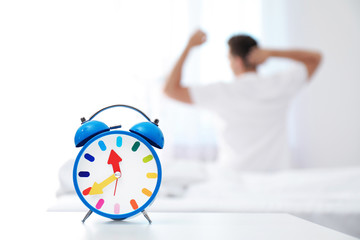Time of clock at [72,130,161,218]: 11:39
